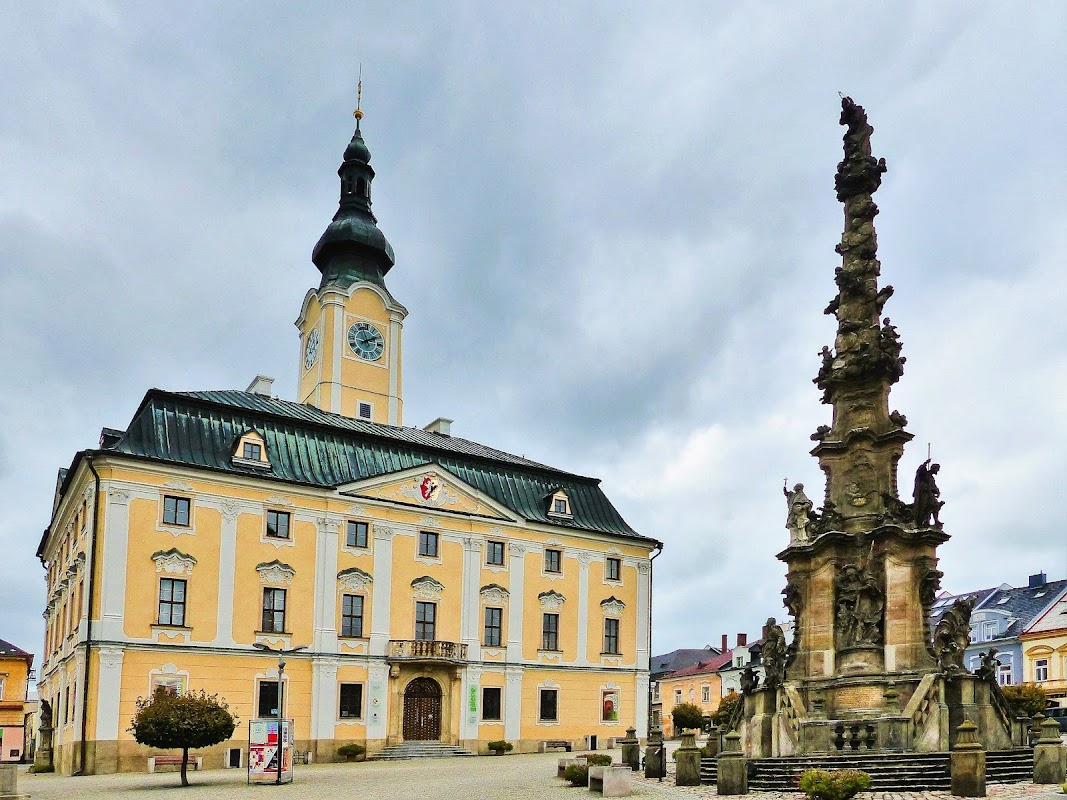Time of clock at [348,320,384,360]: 1:56
